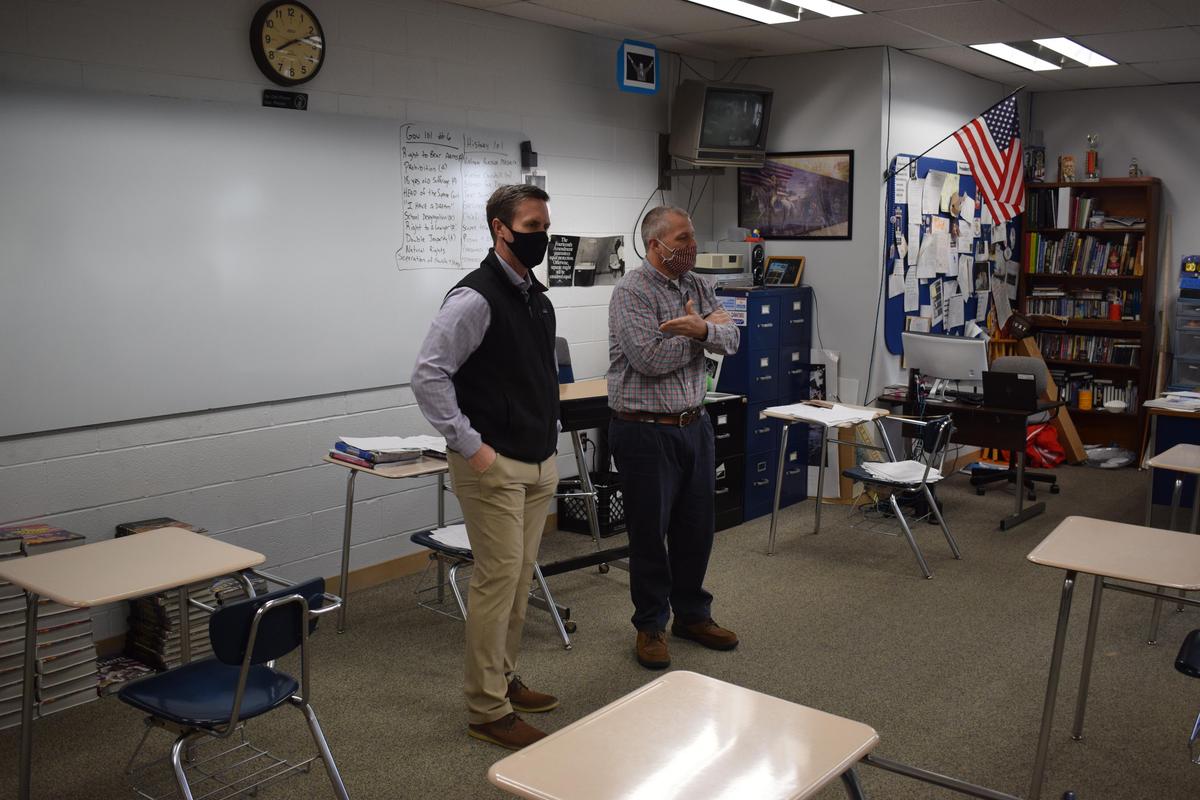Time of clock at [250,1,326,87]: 8:11
